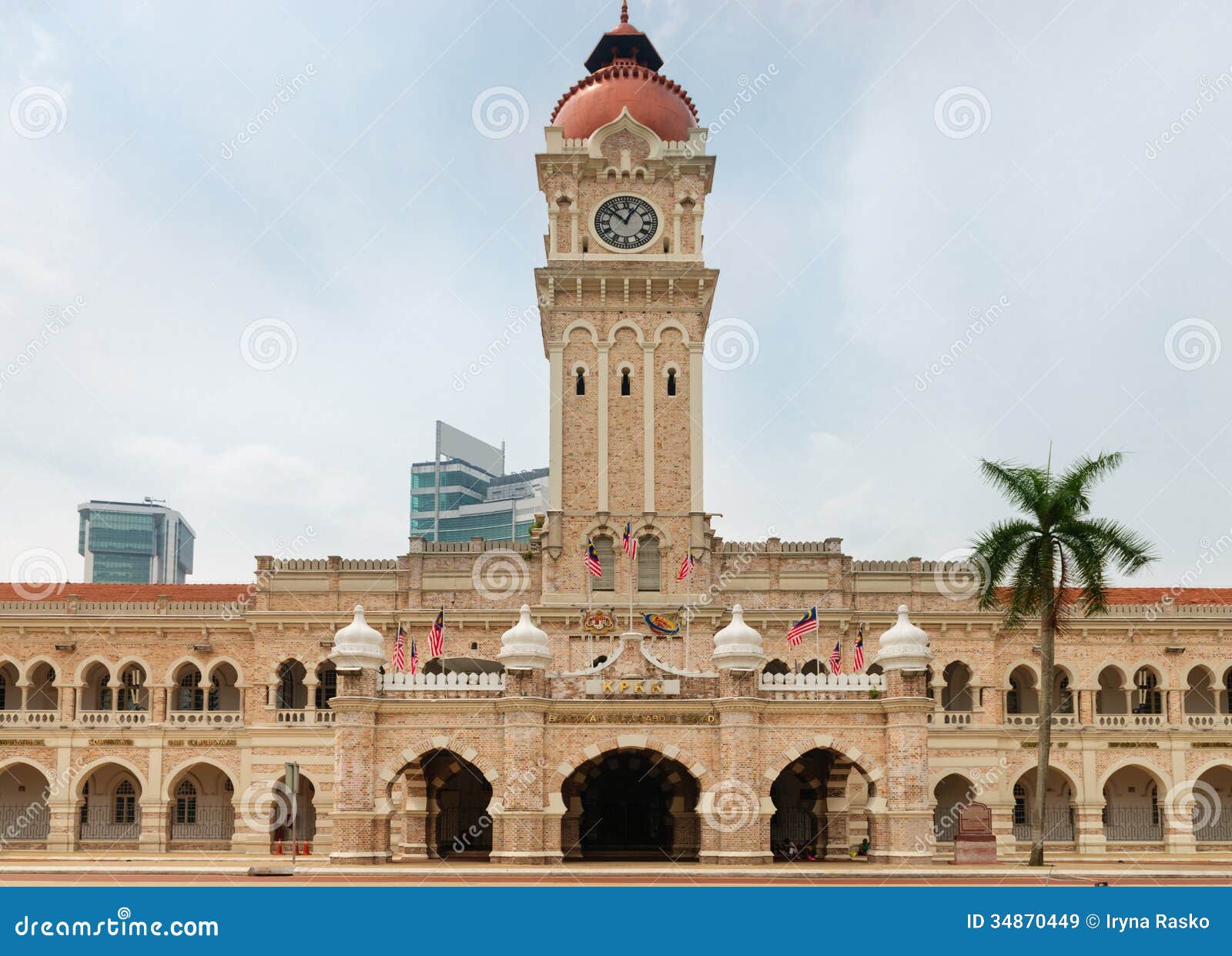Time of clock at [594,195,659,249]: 12:52
